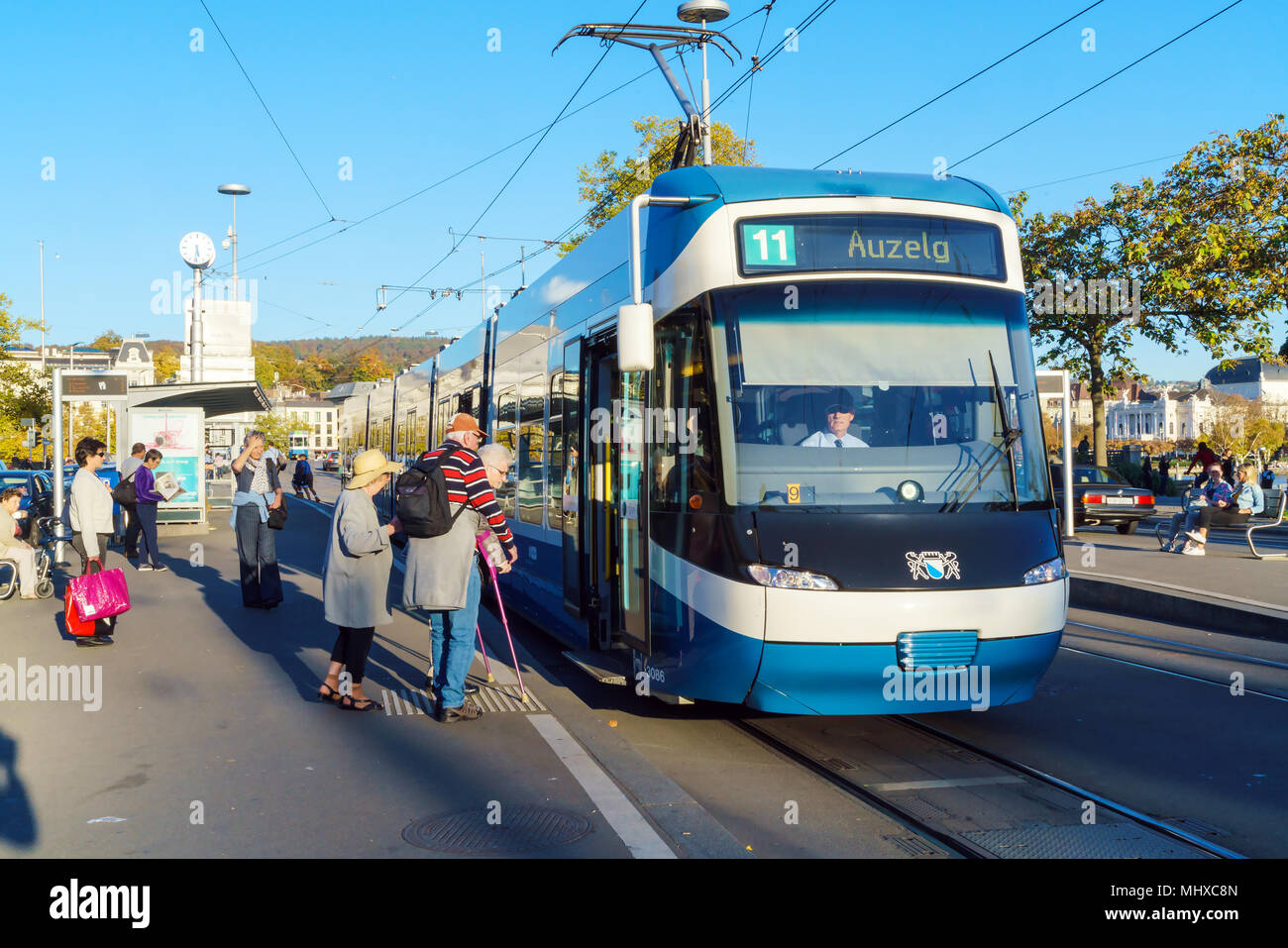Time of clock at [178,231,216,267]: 5:31
